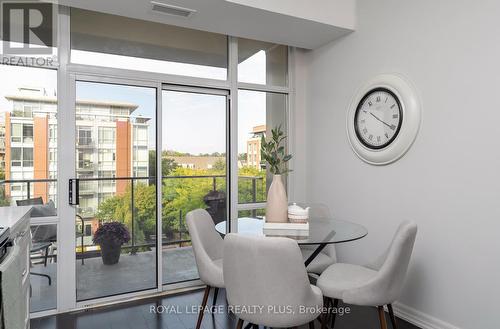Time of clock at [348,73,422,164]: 10:20
